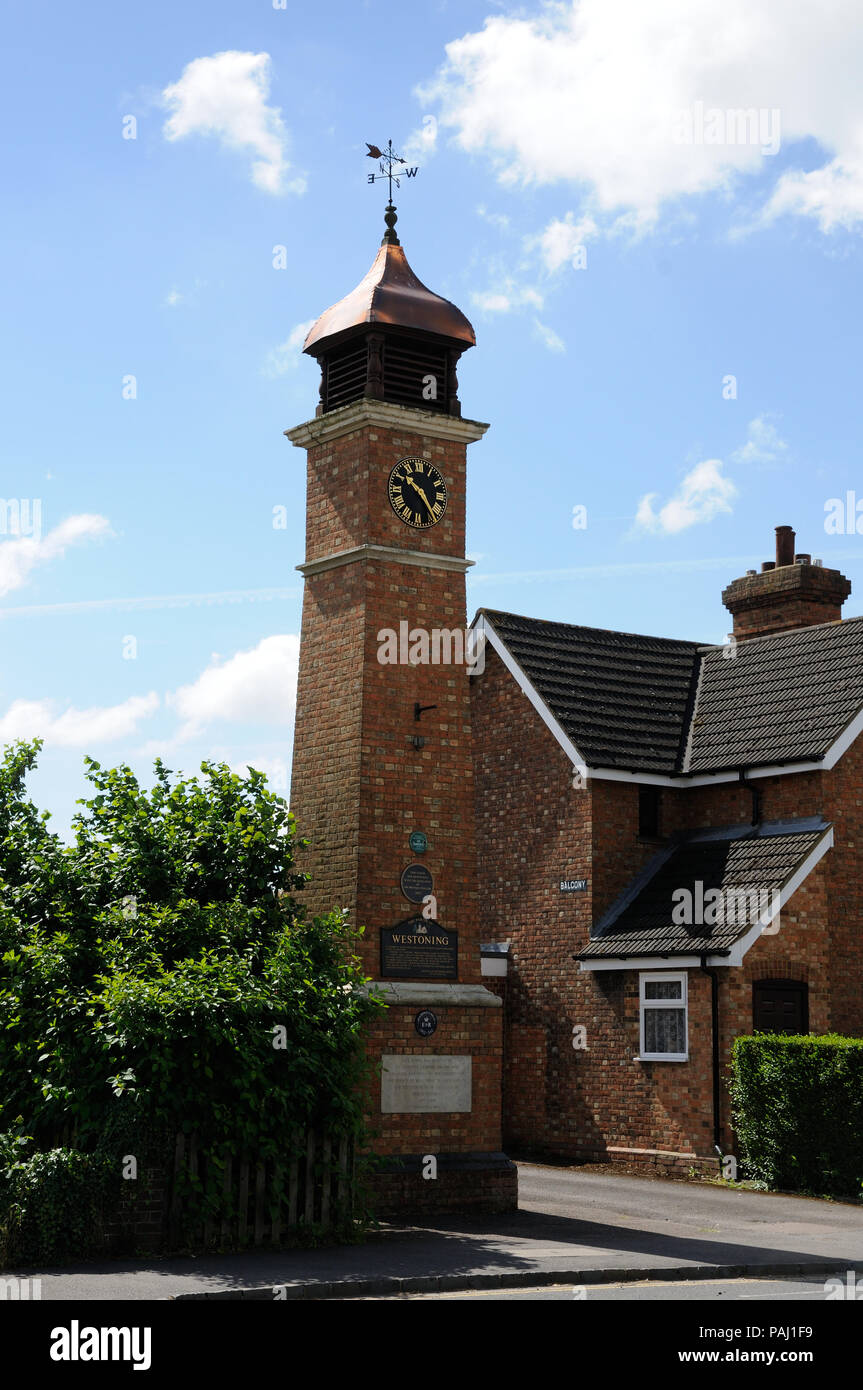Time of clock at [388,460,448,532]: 10:24
